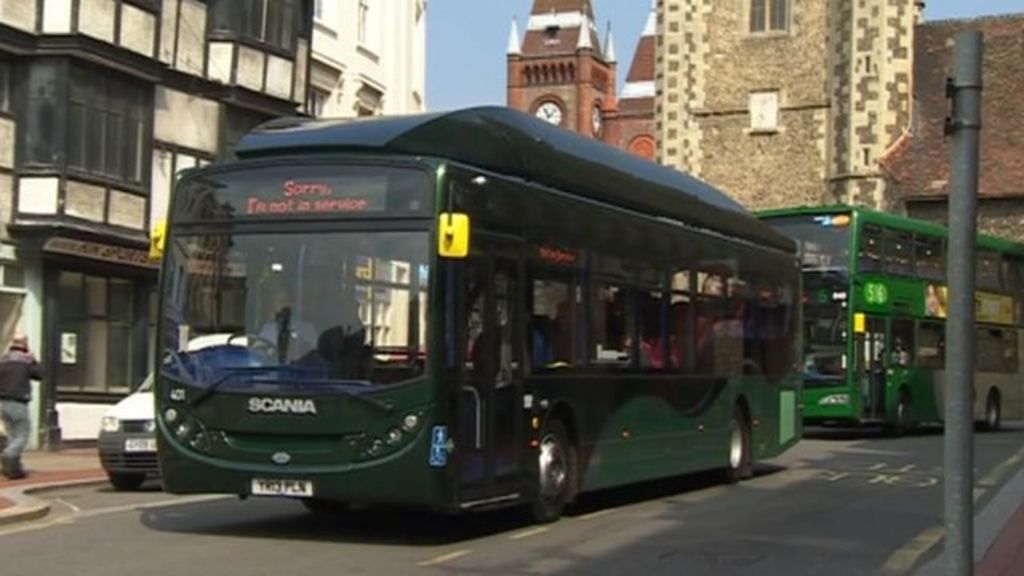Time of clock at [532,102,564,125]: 11:07
